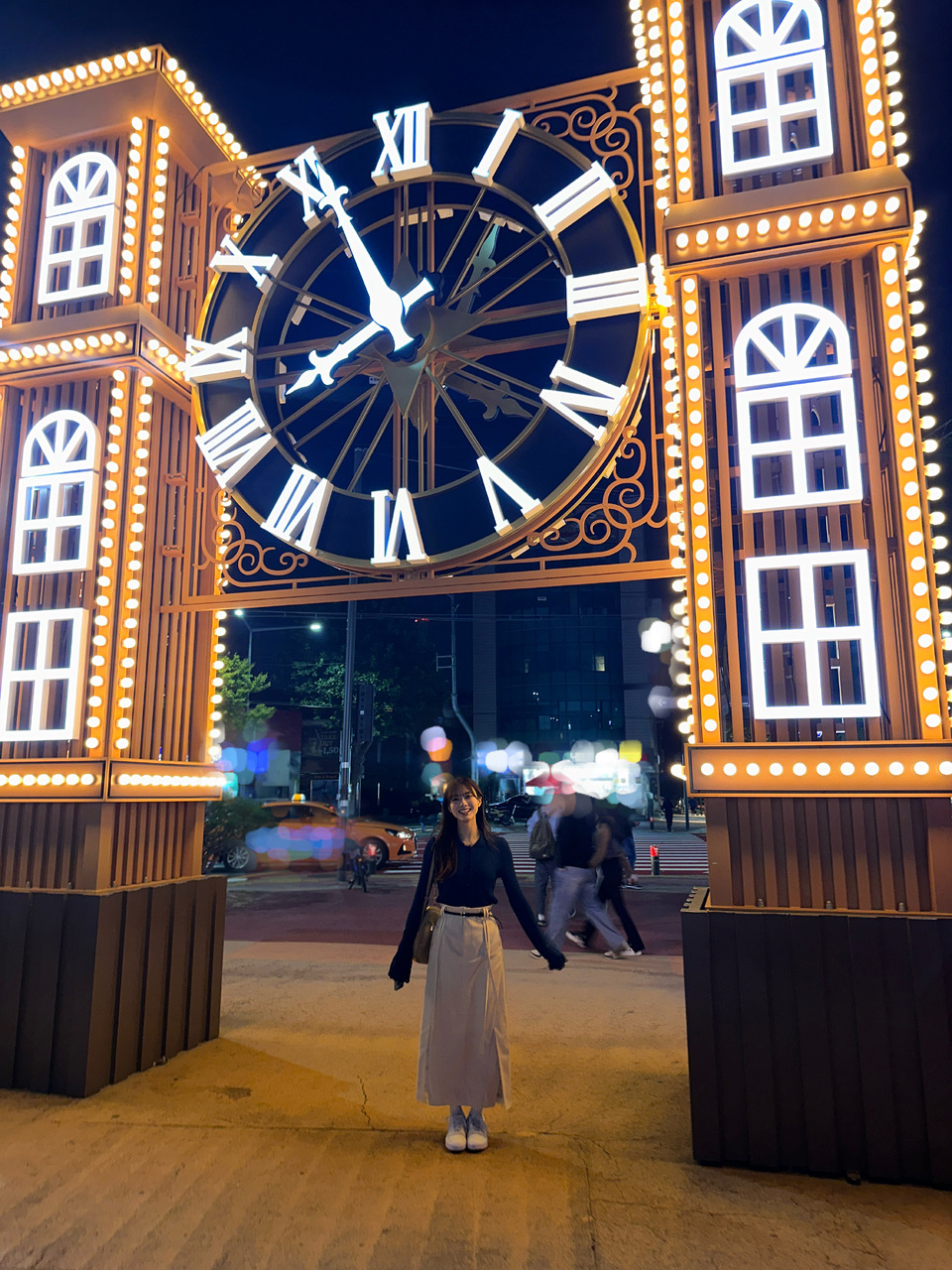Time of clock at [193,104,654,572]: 7:55
